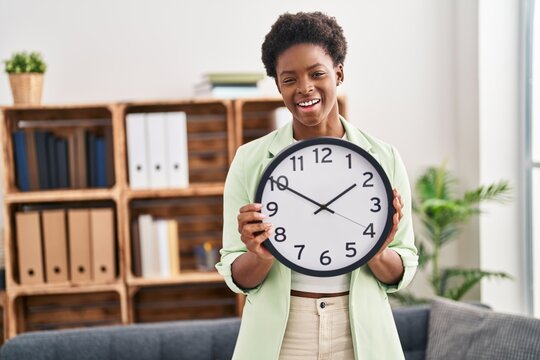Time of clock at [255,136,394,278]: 1:50
